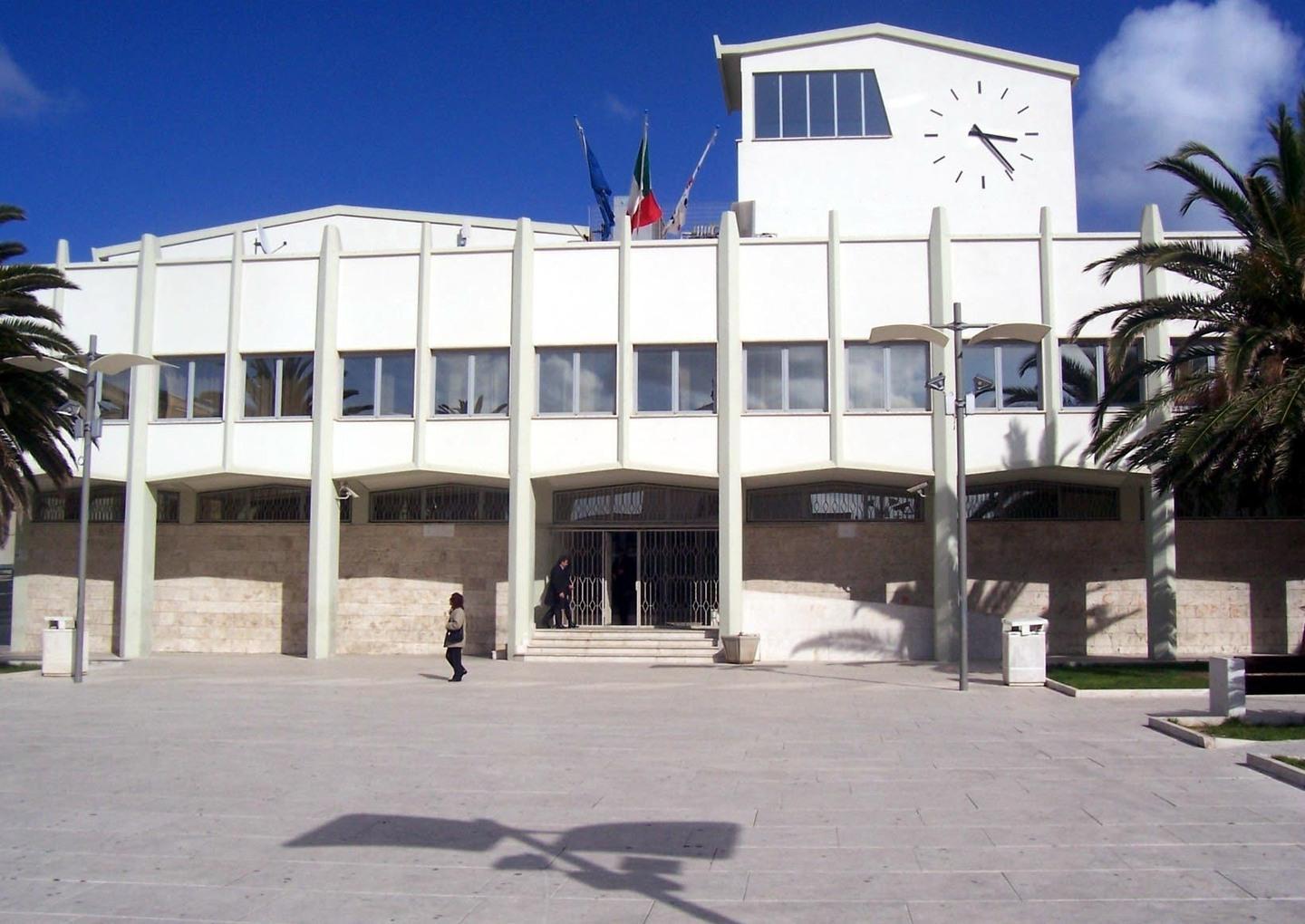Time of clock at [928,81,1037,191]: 3:23
